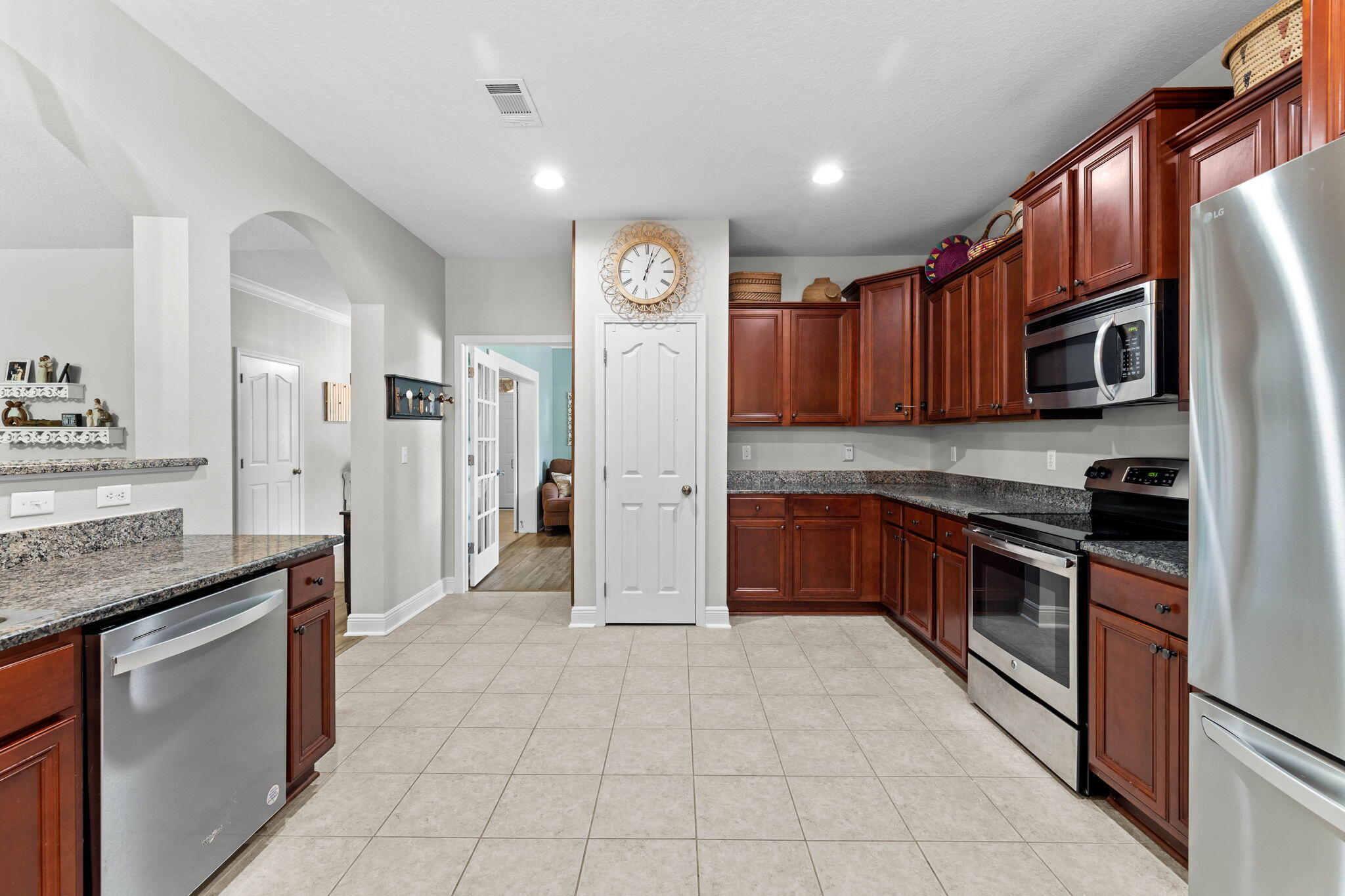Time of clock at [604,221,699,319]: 1:02
